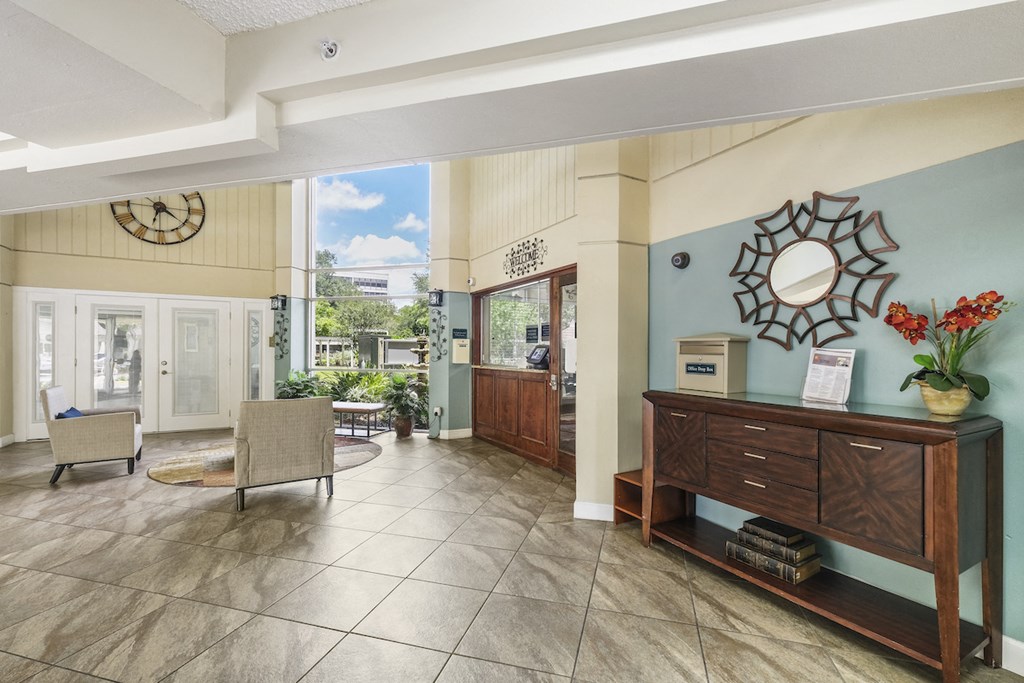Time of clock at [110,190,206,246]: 6:21
